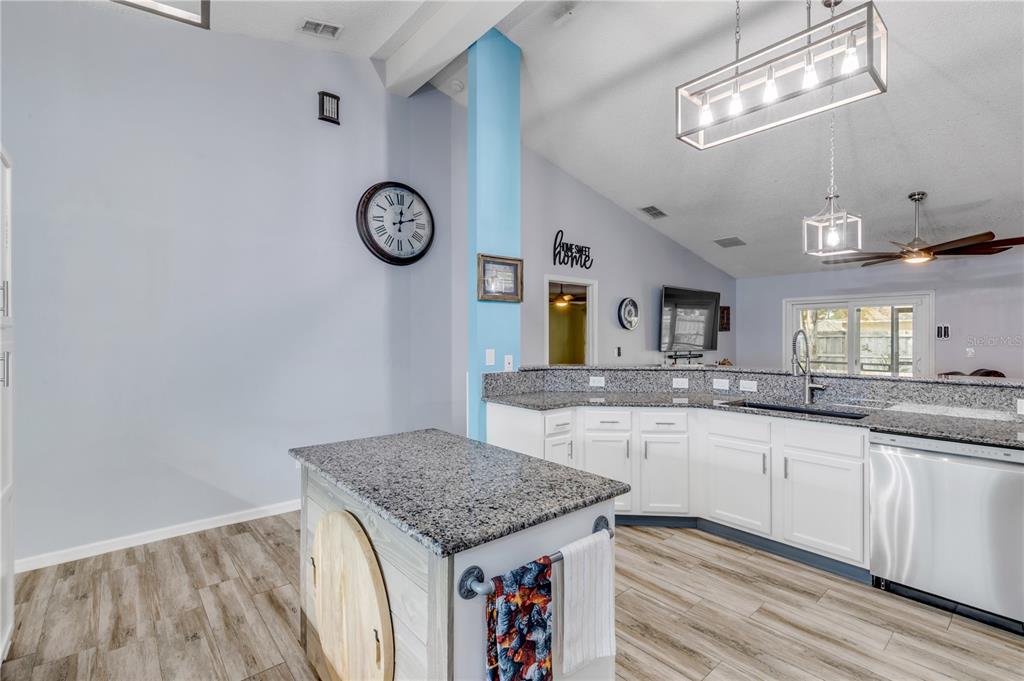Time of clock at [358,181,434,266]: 12:11
